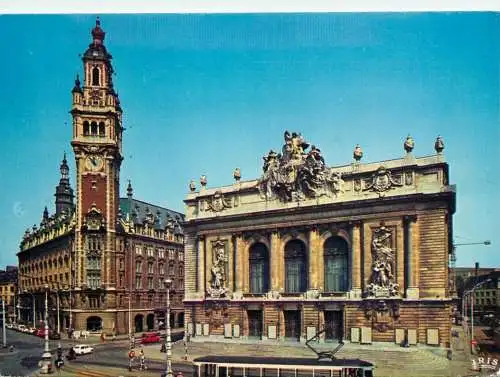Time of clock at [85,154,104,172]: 11:53
